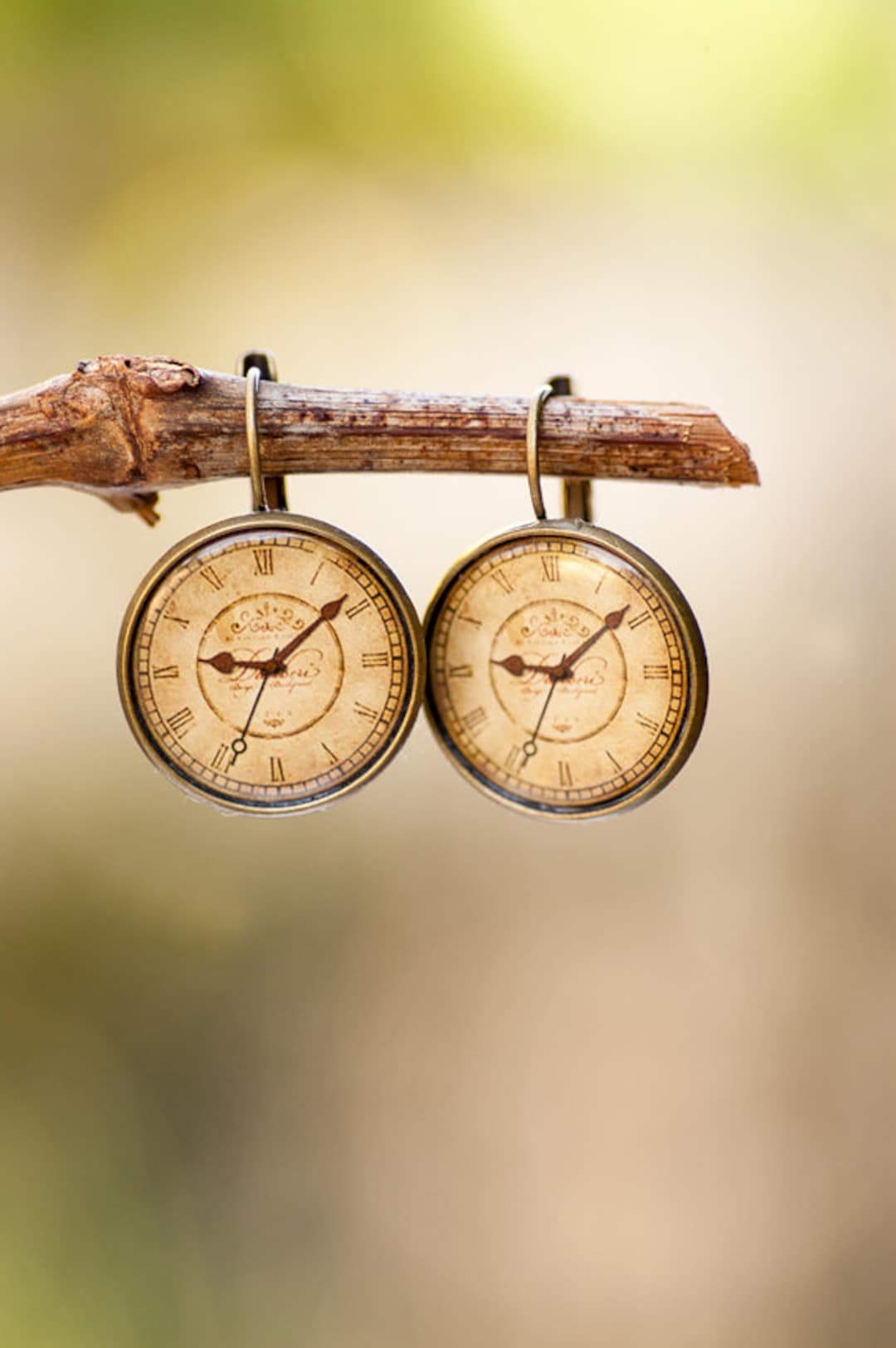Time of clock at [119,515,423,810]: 9:08
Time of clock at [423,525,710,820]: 9:08
